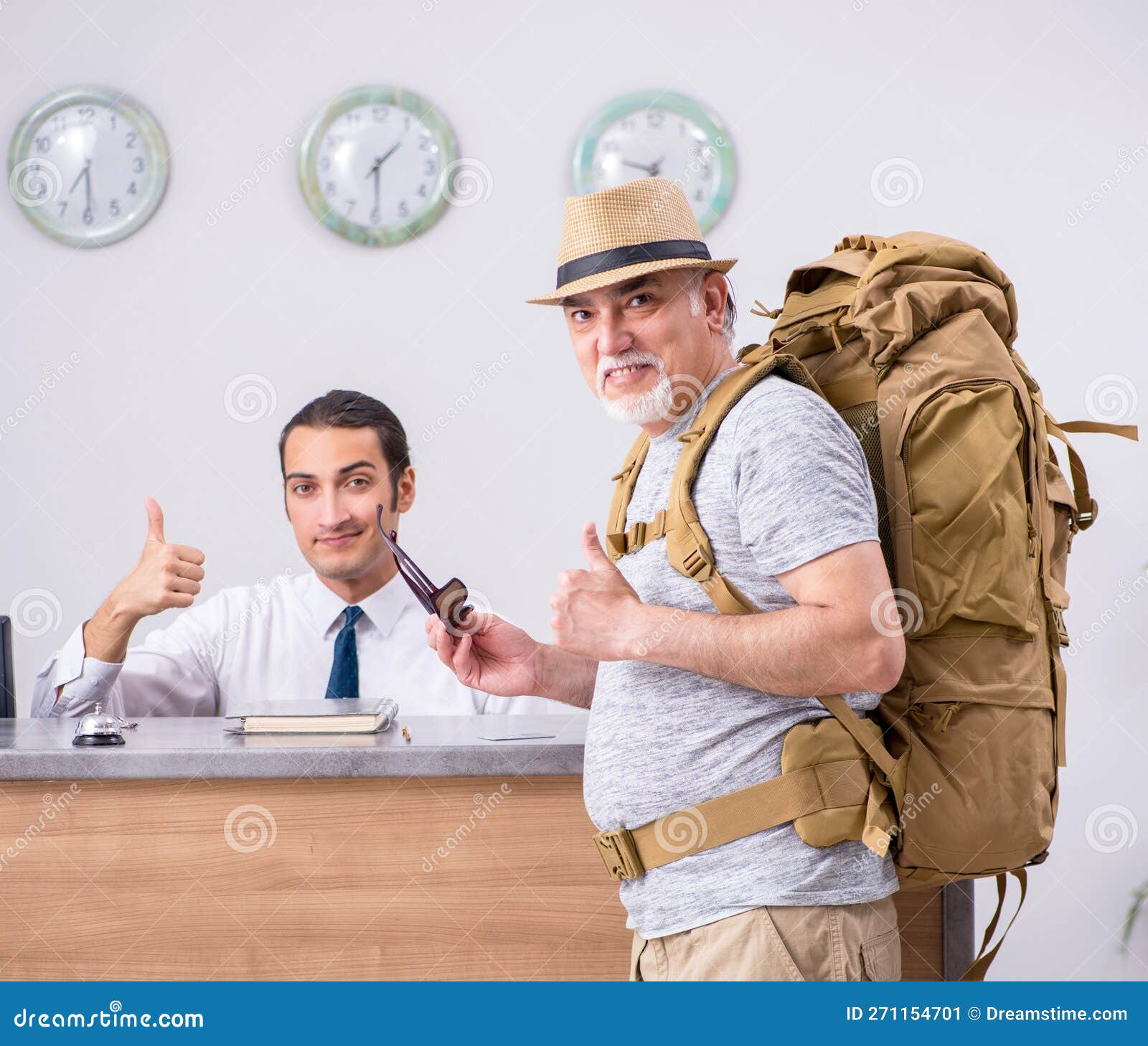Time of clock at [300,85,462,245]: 1:29
